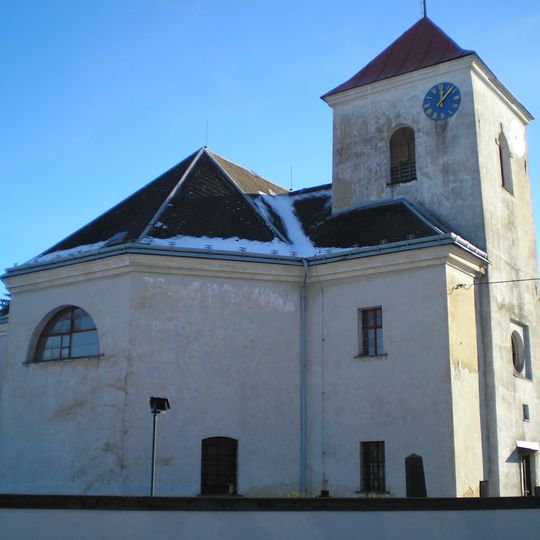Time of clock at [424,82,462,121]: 12:07
